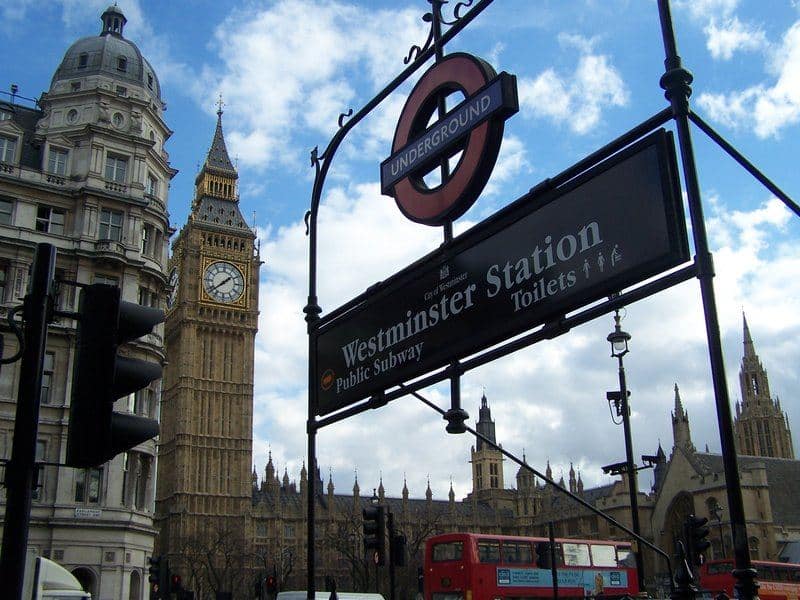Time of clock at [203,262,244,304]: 1:38
